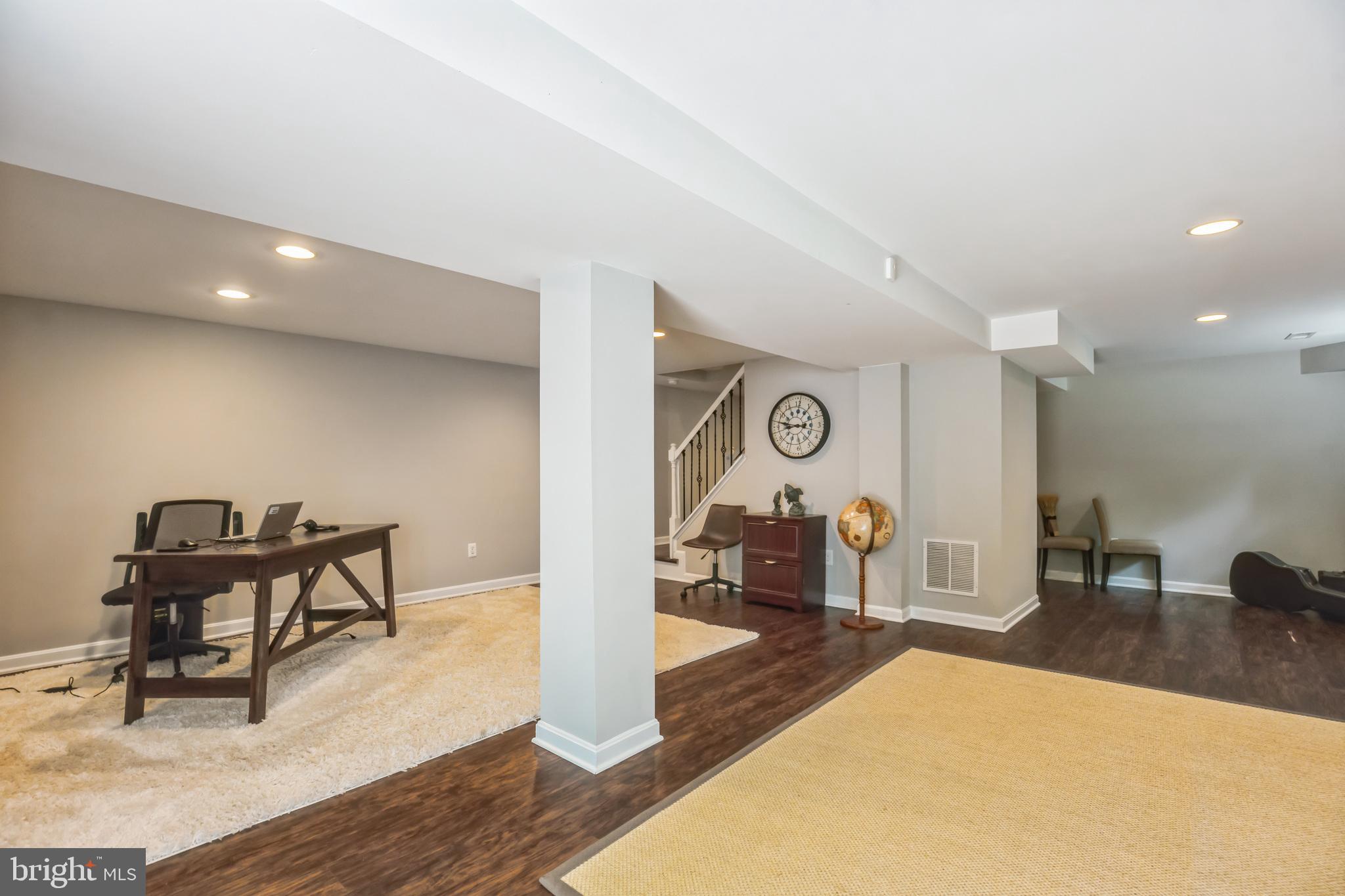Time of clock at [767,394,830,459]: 8:46
